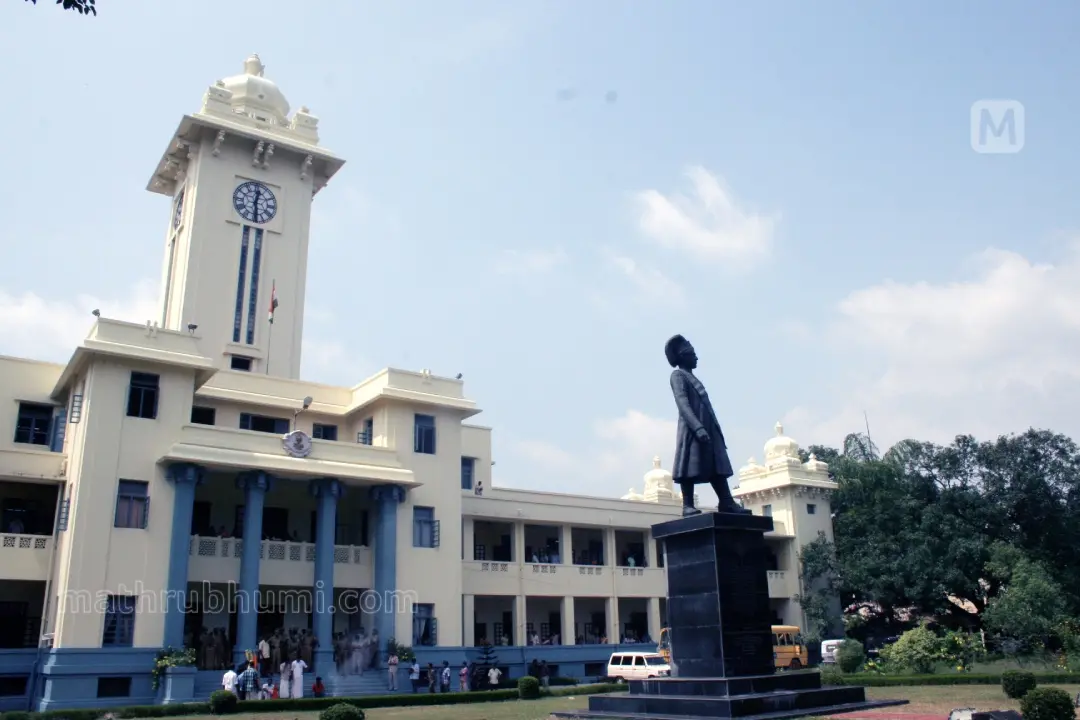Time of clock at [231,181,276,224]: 12:28
